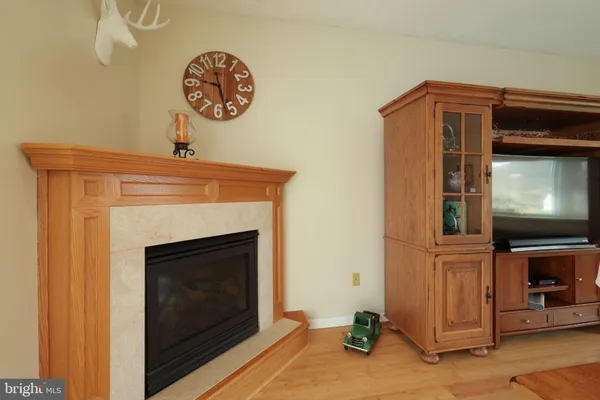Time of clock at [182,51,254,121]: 9:26
